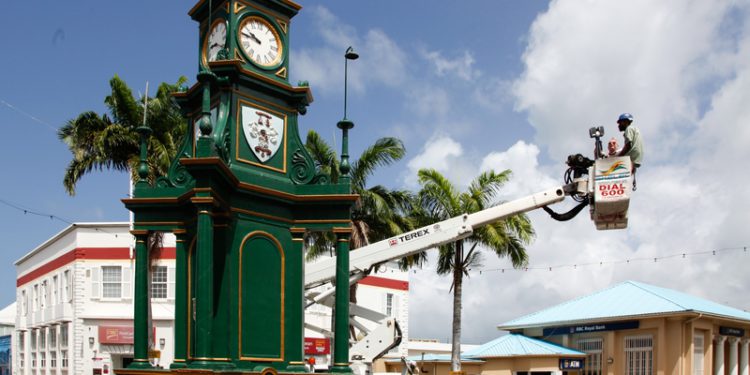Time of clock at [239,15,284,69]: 9:45
